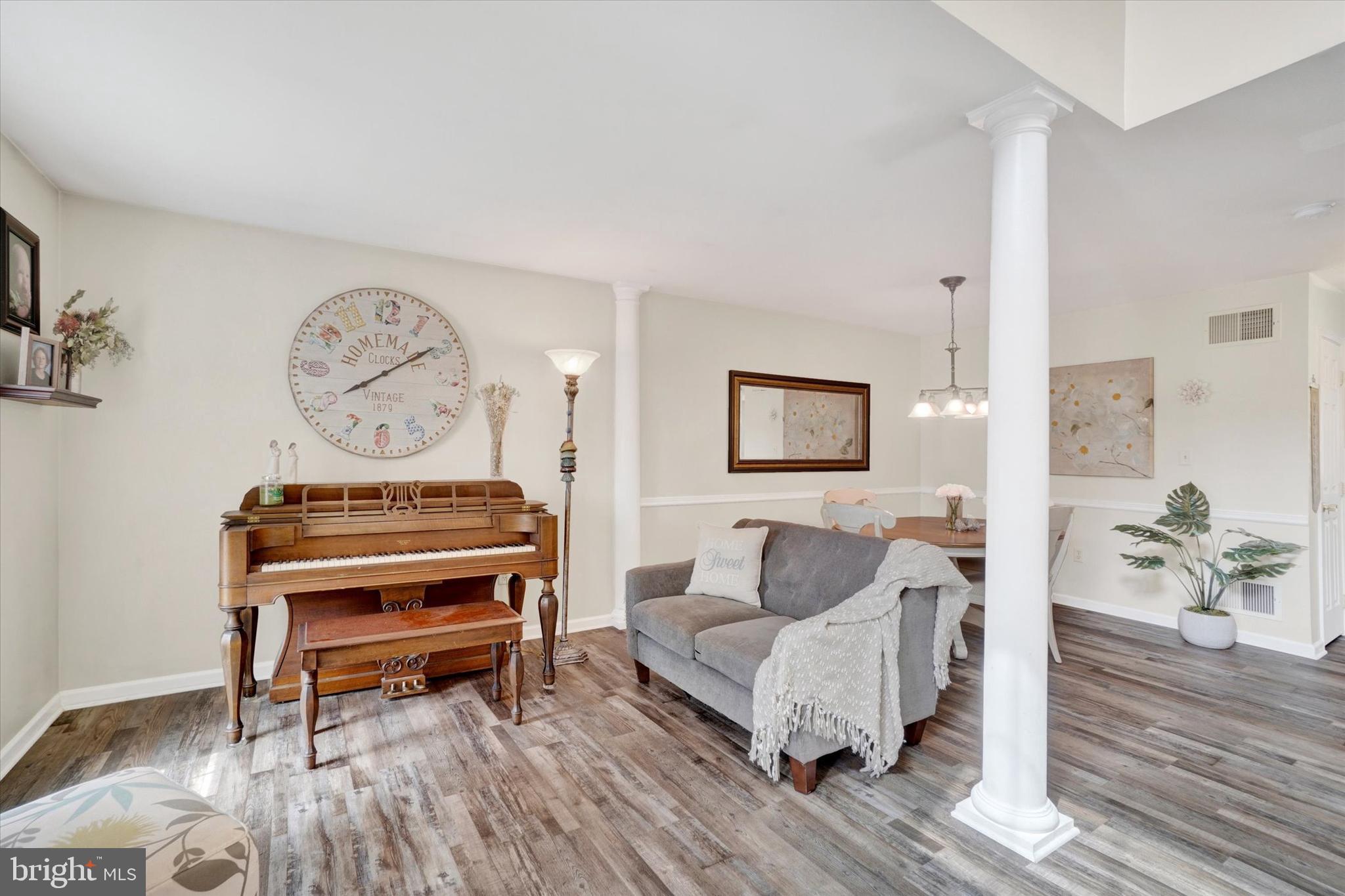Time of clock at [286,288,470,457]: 8:09
